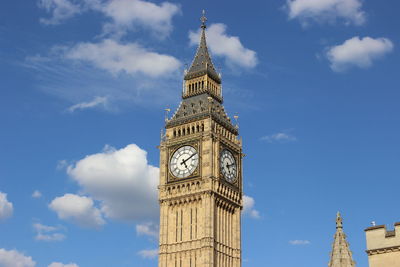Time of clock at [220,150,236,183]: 5:11
